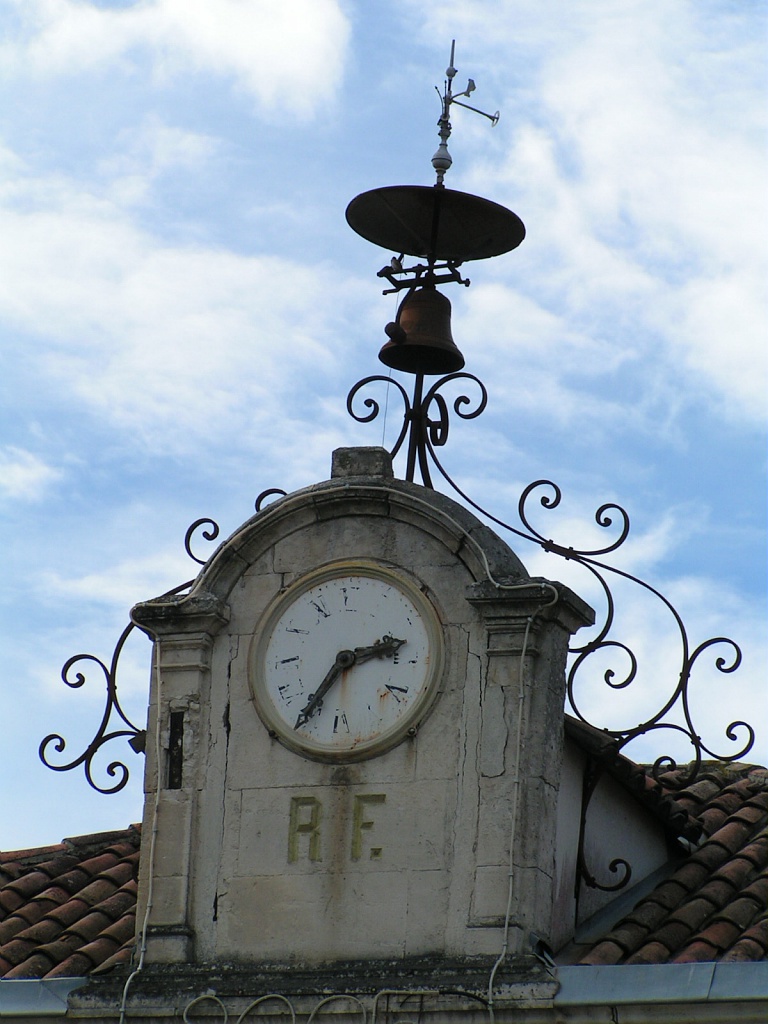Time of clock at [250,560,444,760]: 2:35
